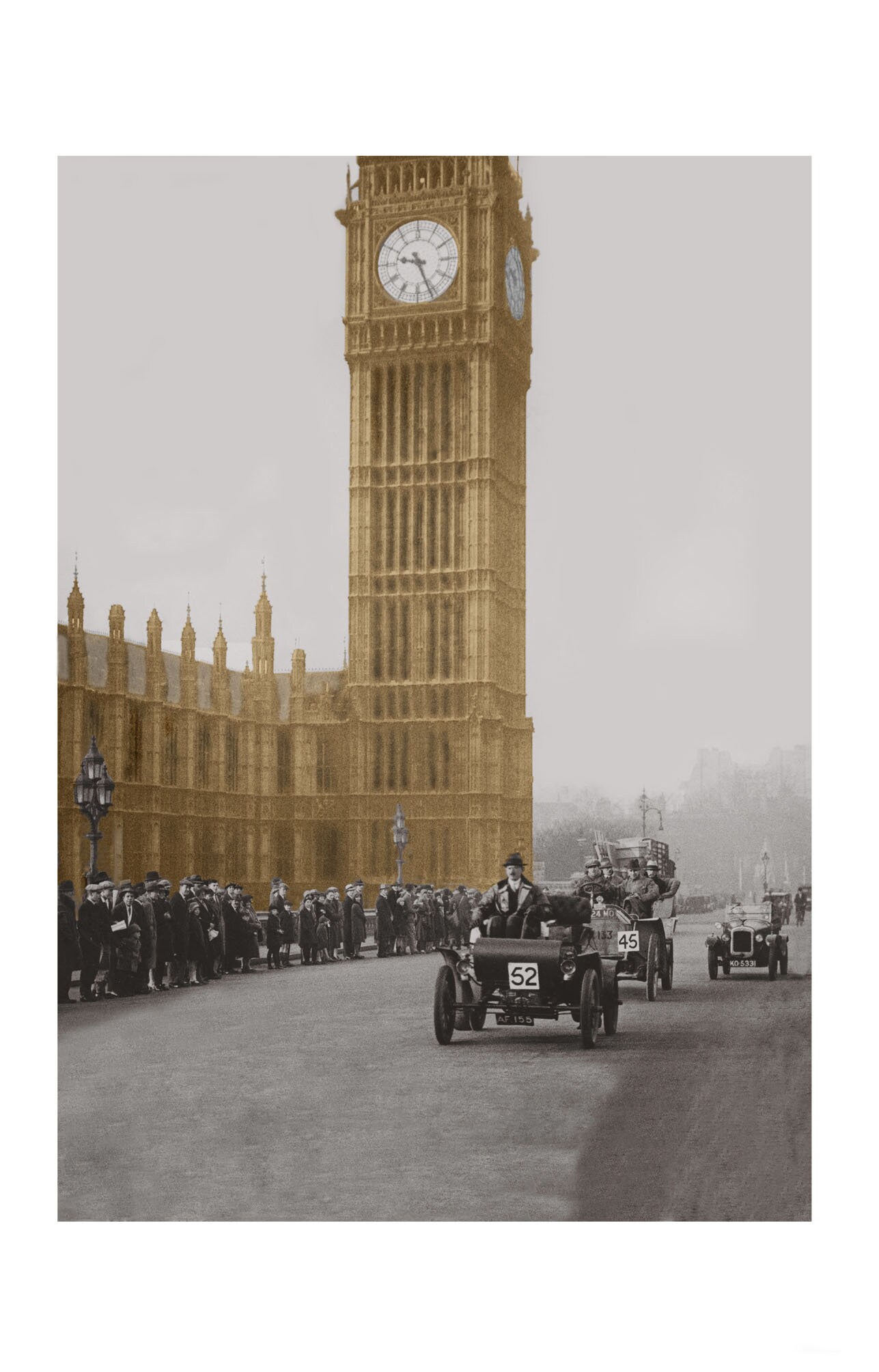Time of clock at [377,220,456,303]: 9:26
